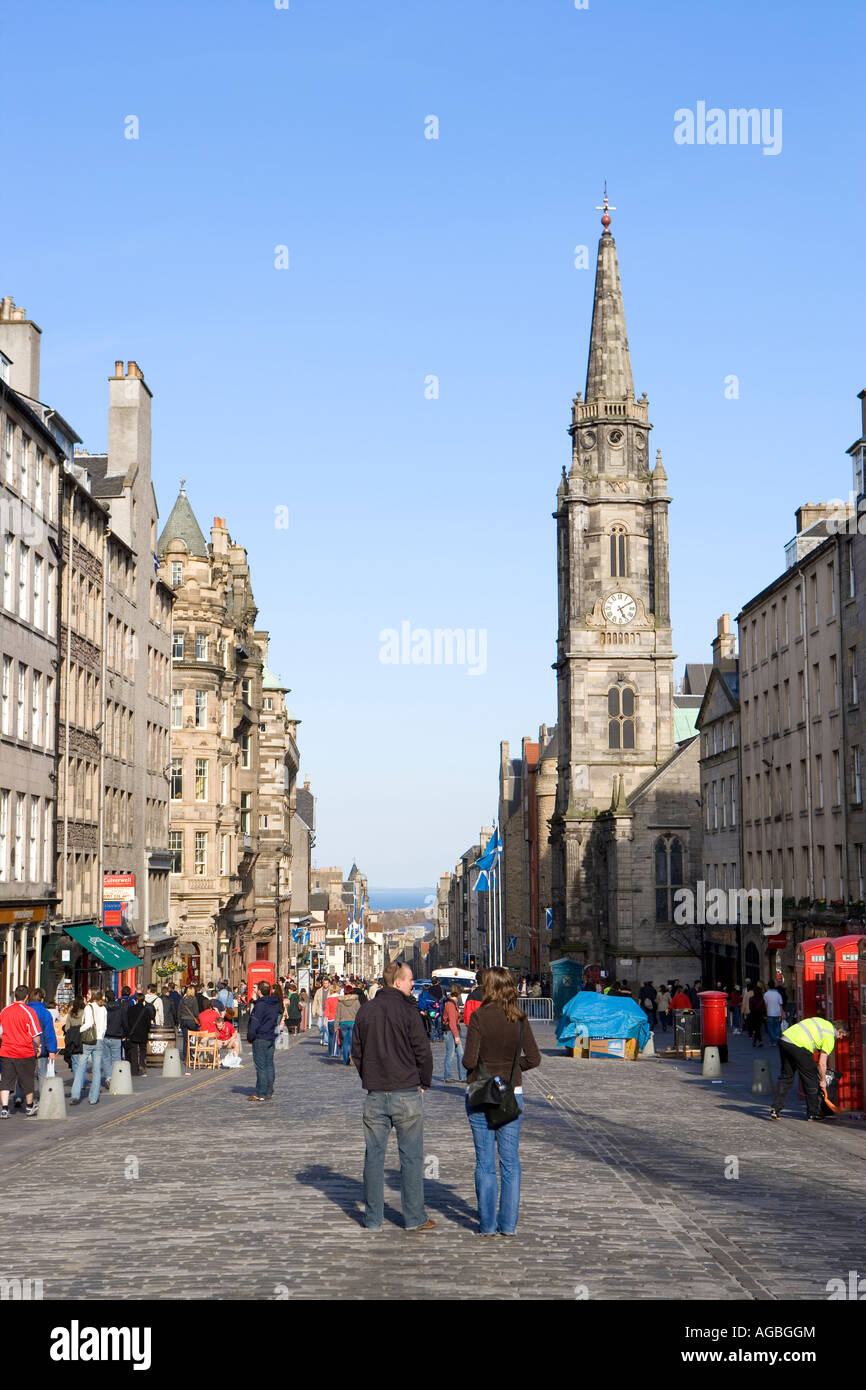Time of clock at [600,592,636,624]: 5:09
